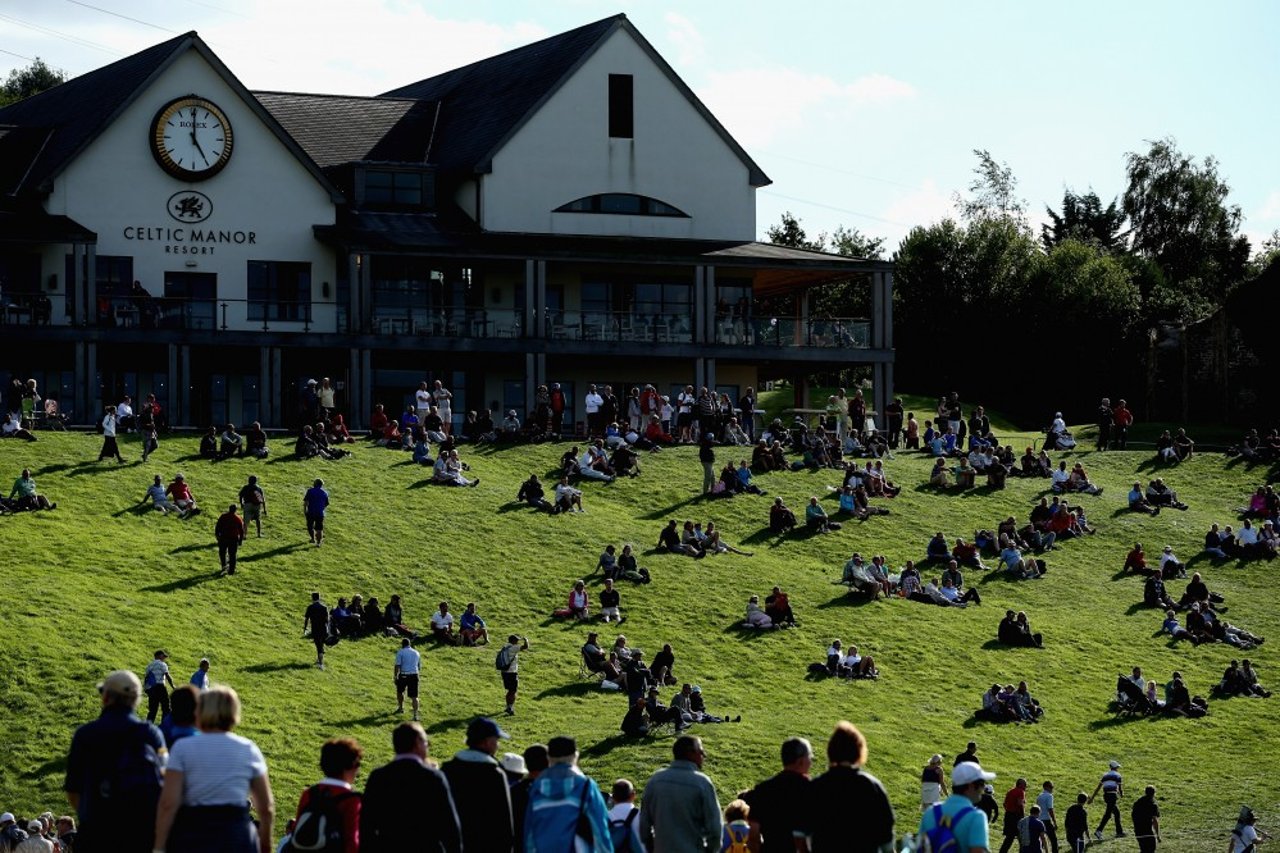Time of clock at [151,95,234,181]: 5:00
